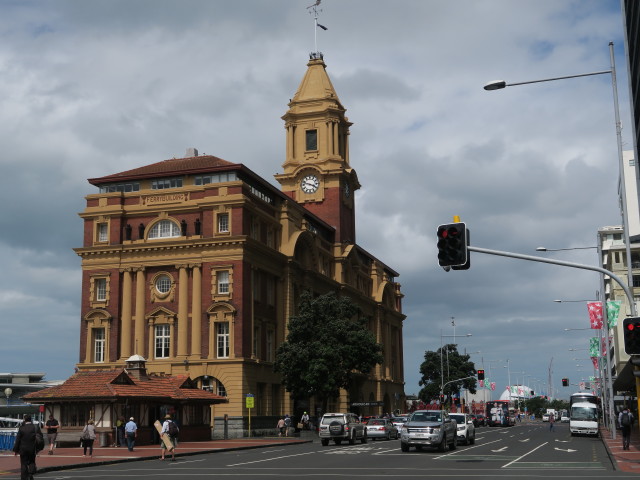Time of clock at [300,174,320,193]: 3:47
